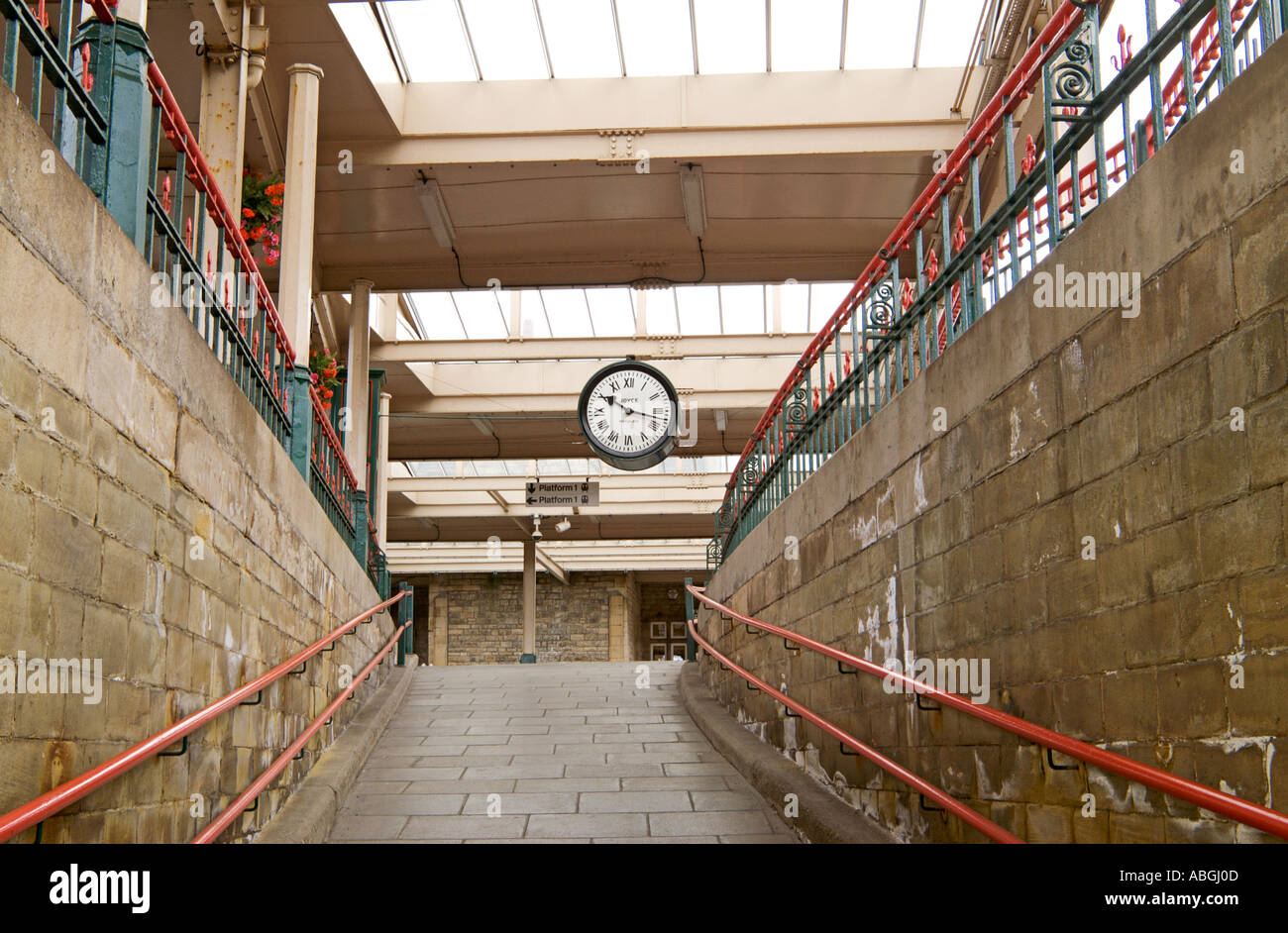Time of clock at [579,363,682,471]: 10:17
